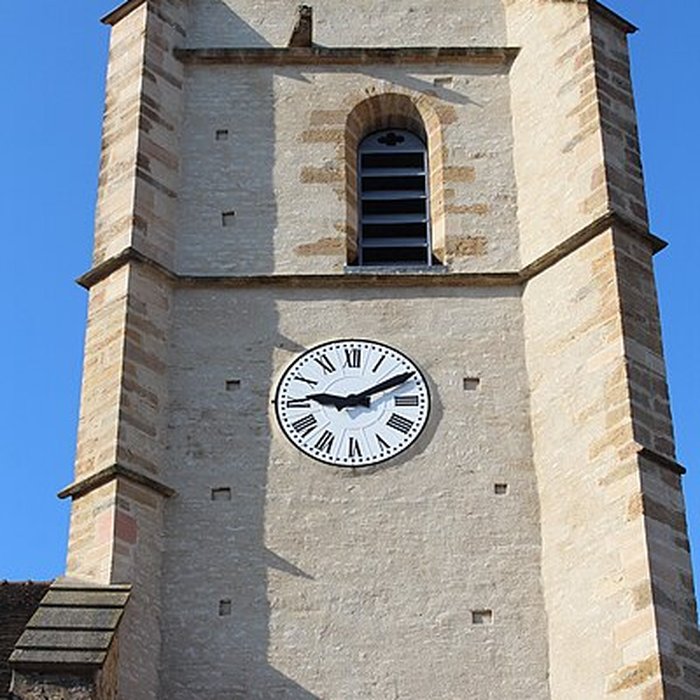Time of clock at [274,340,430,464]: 9:10
